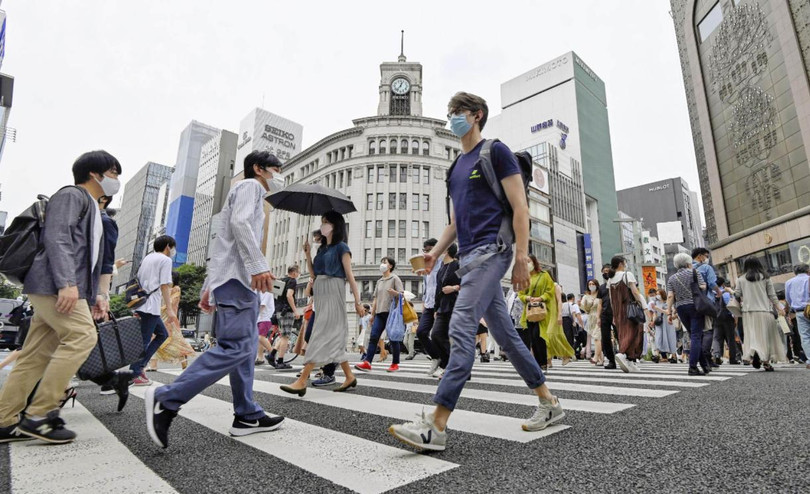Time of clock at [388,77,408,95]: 12:36
